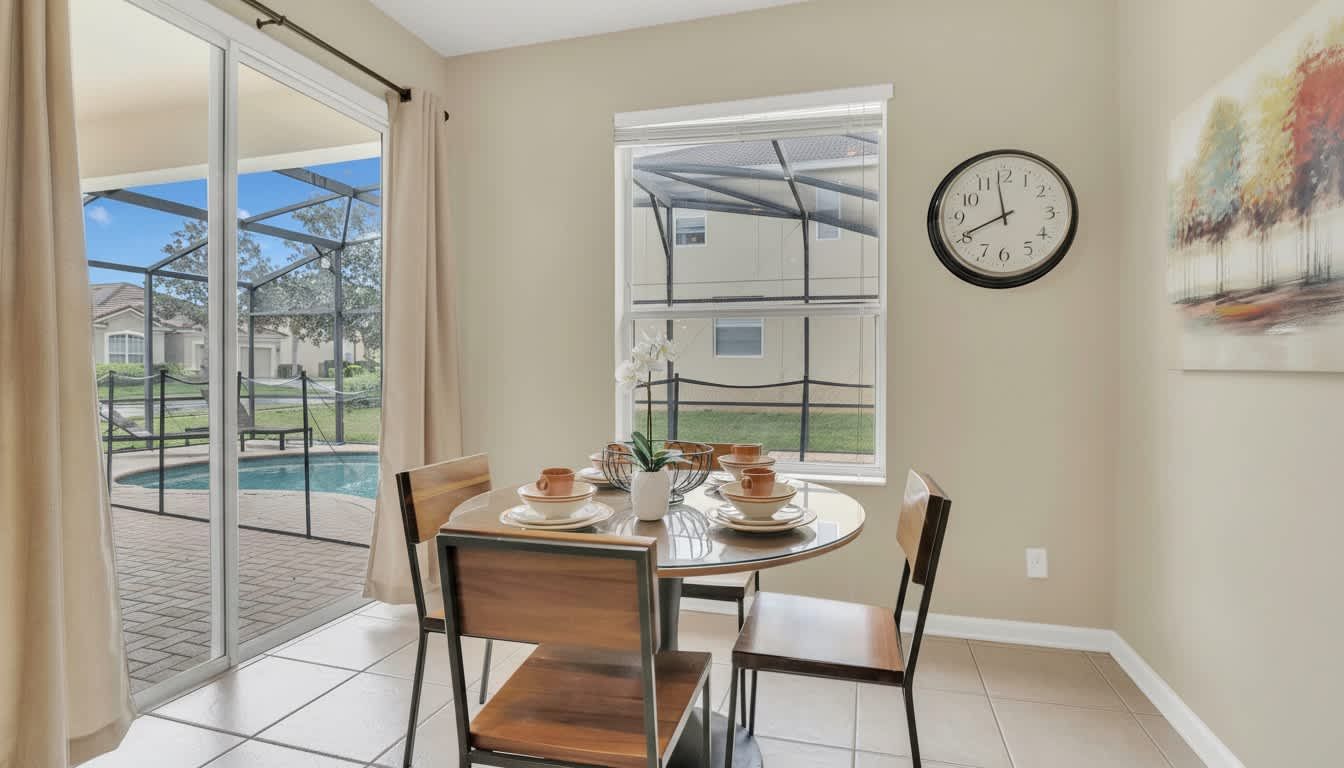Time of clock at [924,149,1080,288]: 11:40
